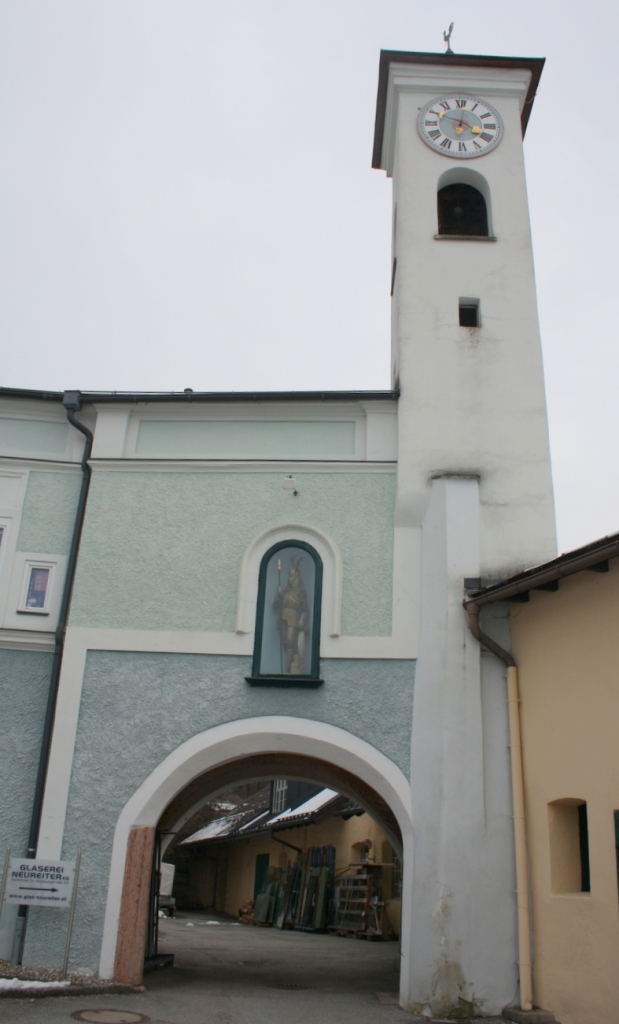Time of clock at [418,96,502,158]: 4:01
